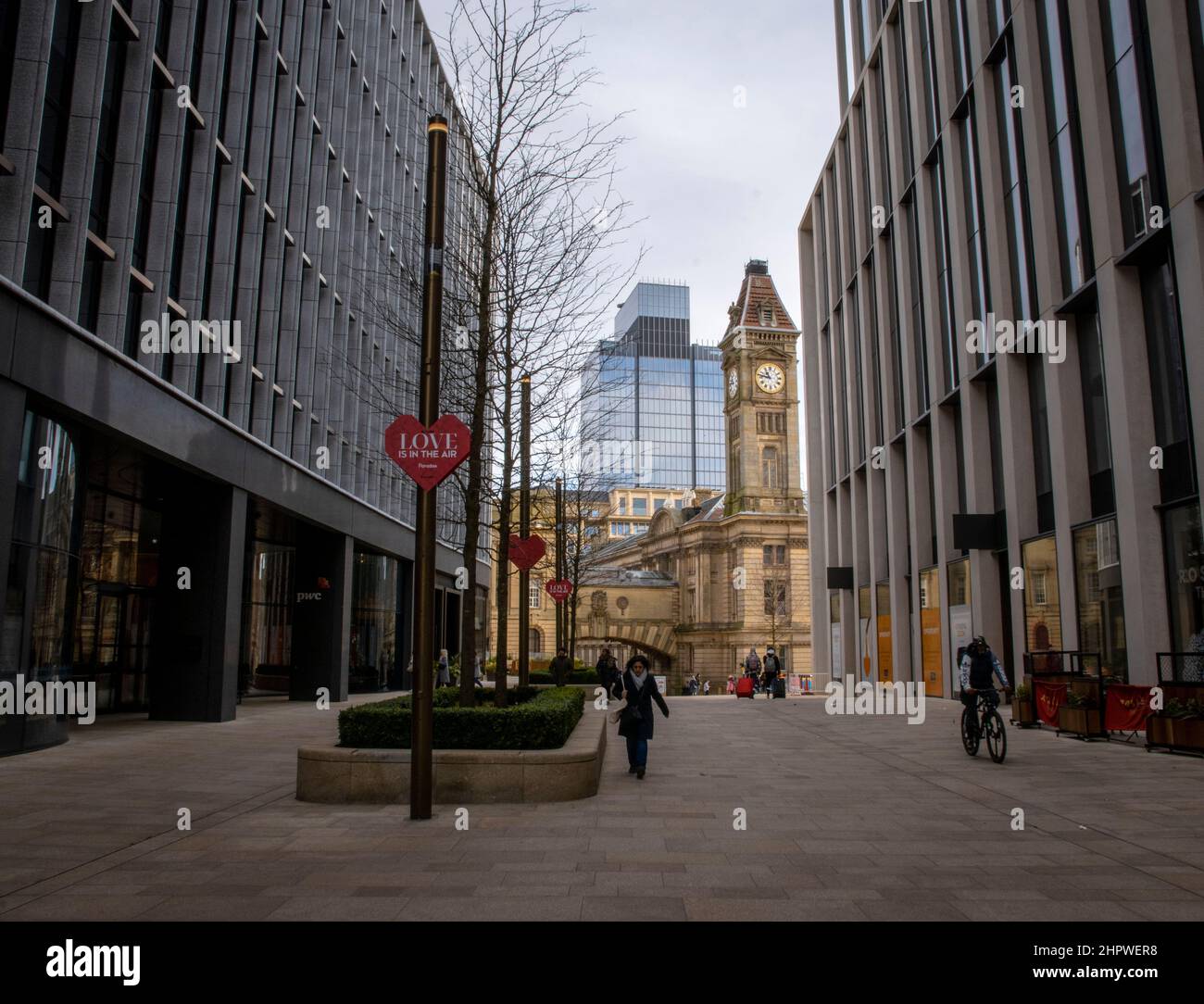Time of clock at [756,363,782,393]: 10:47
